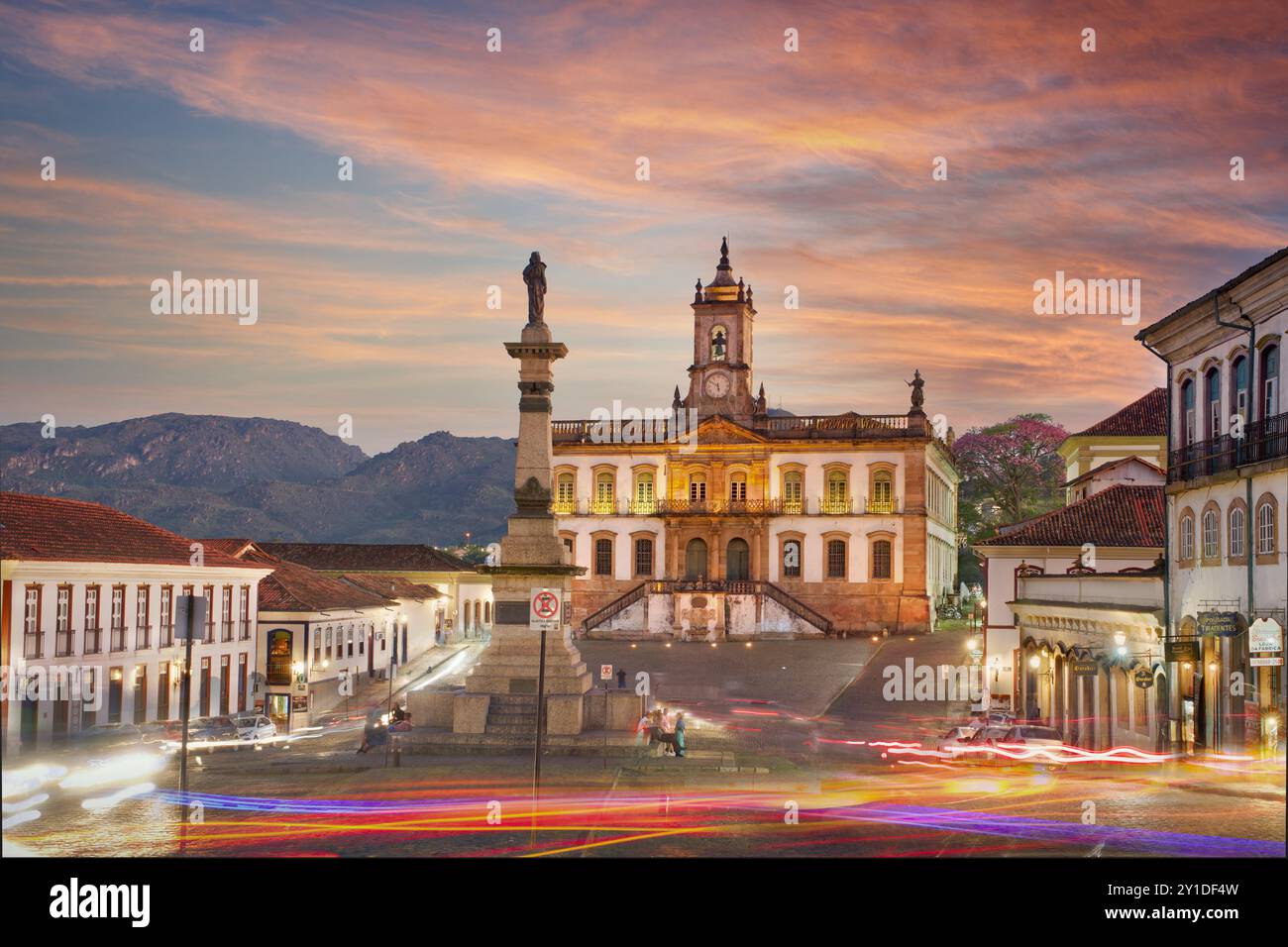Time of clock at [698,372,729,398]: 5:50
